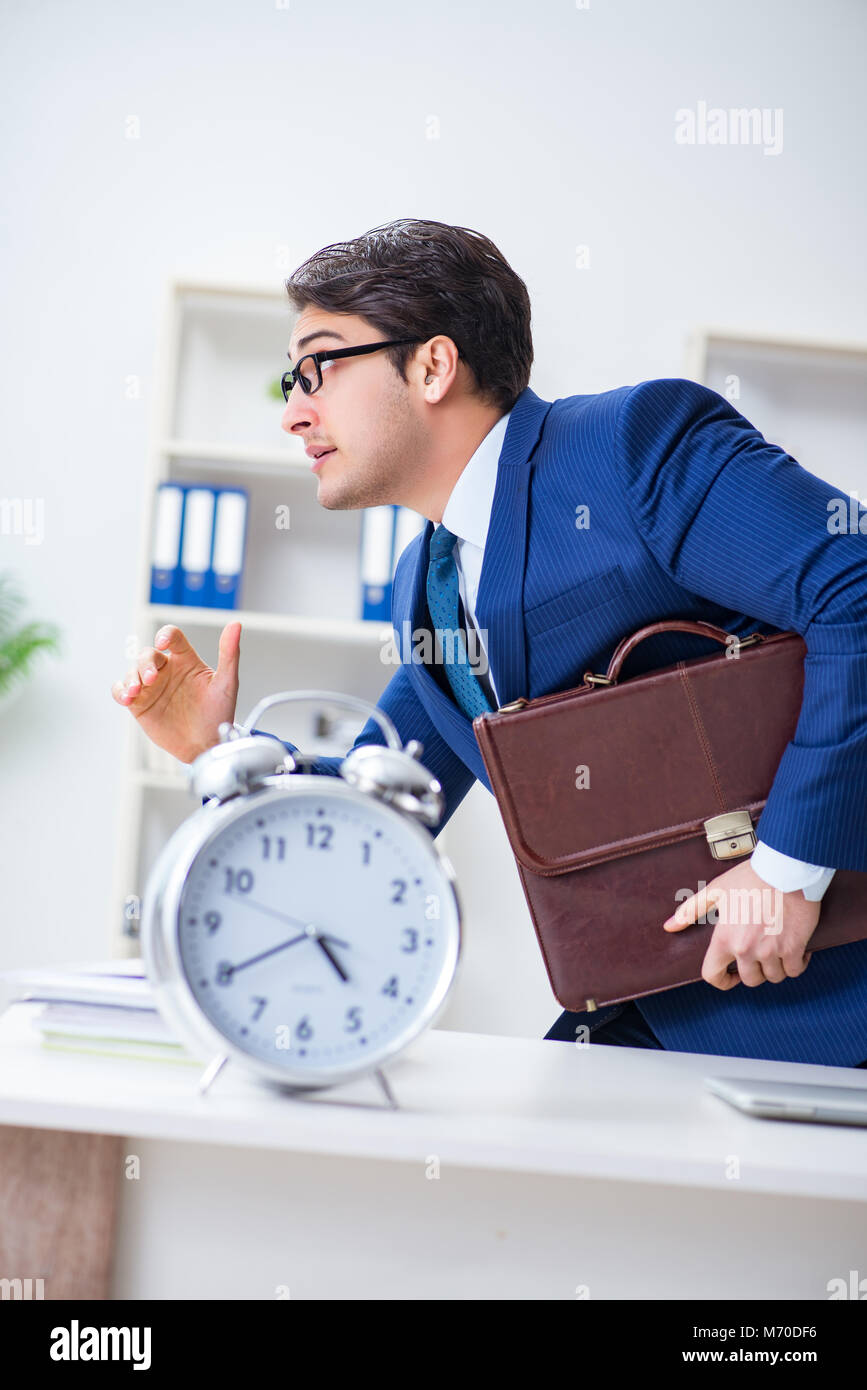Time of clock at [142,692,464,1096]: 4:40
